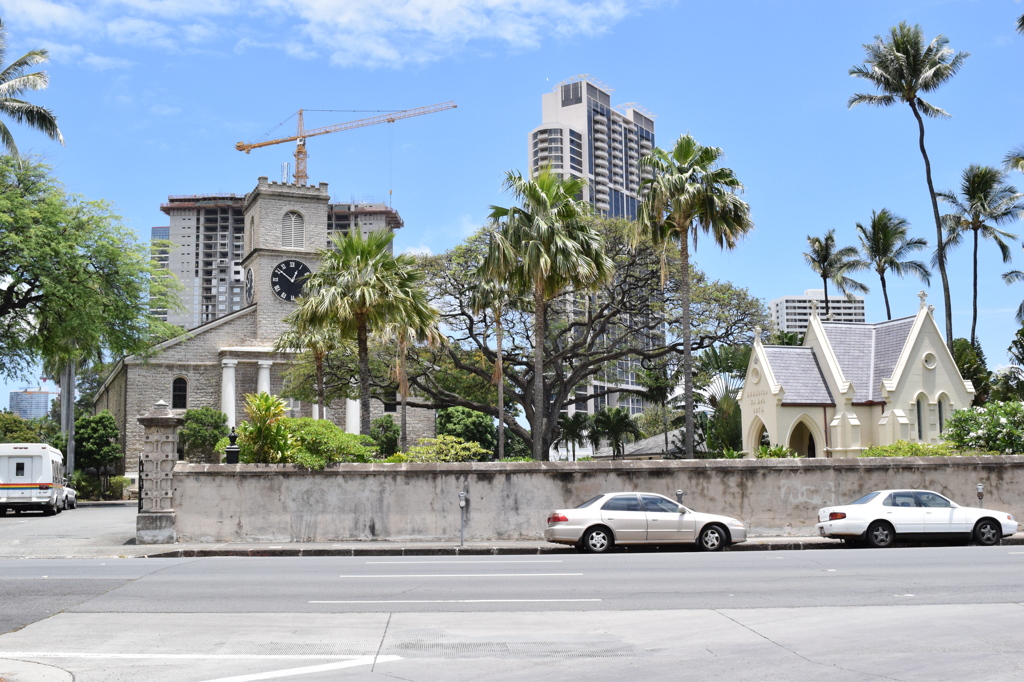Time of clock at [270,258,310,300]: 12:51
